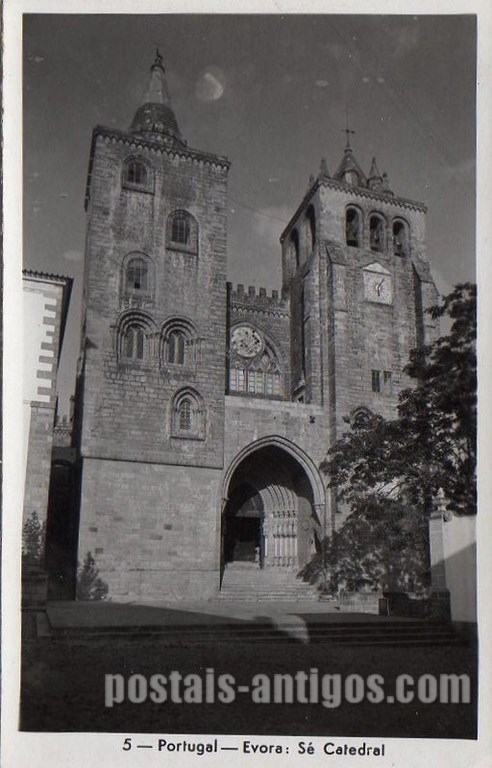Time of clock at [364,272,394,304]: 6:04
